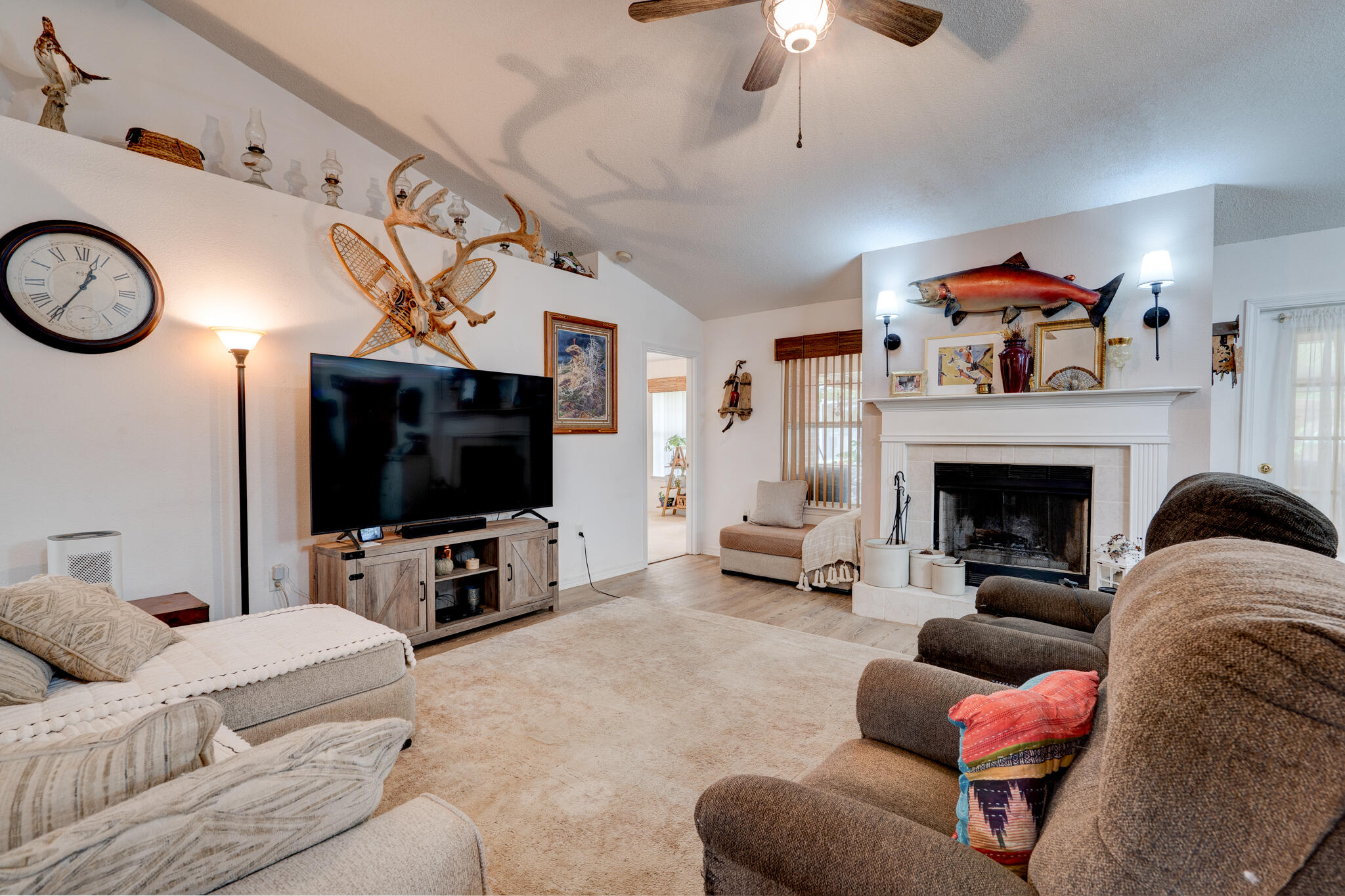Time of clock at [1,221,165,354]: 12:35
